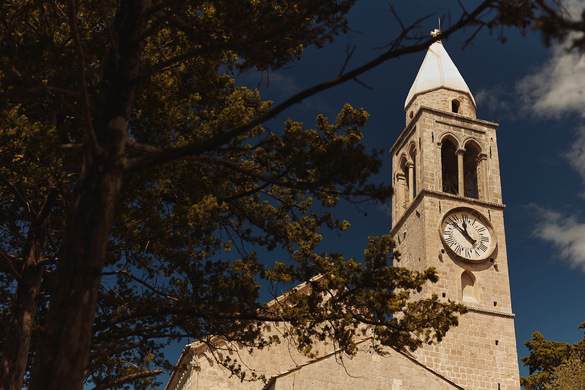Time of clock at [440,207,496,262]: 11:52
